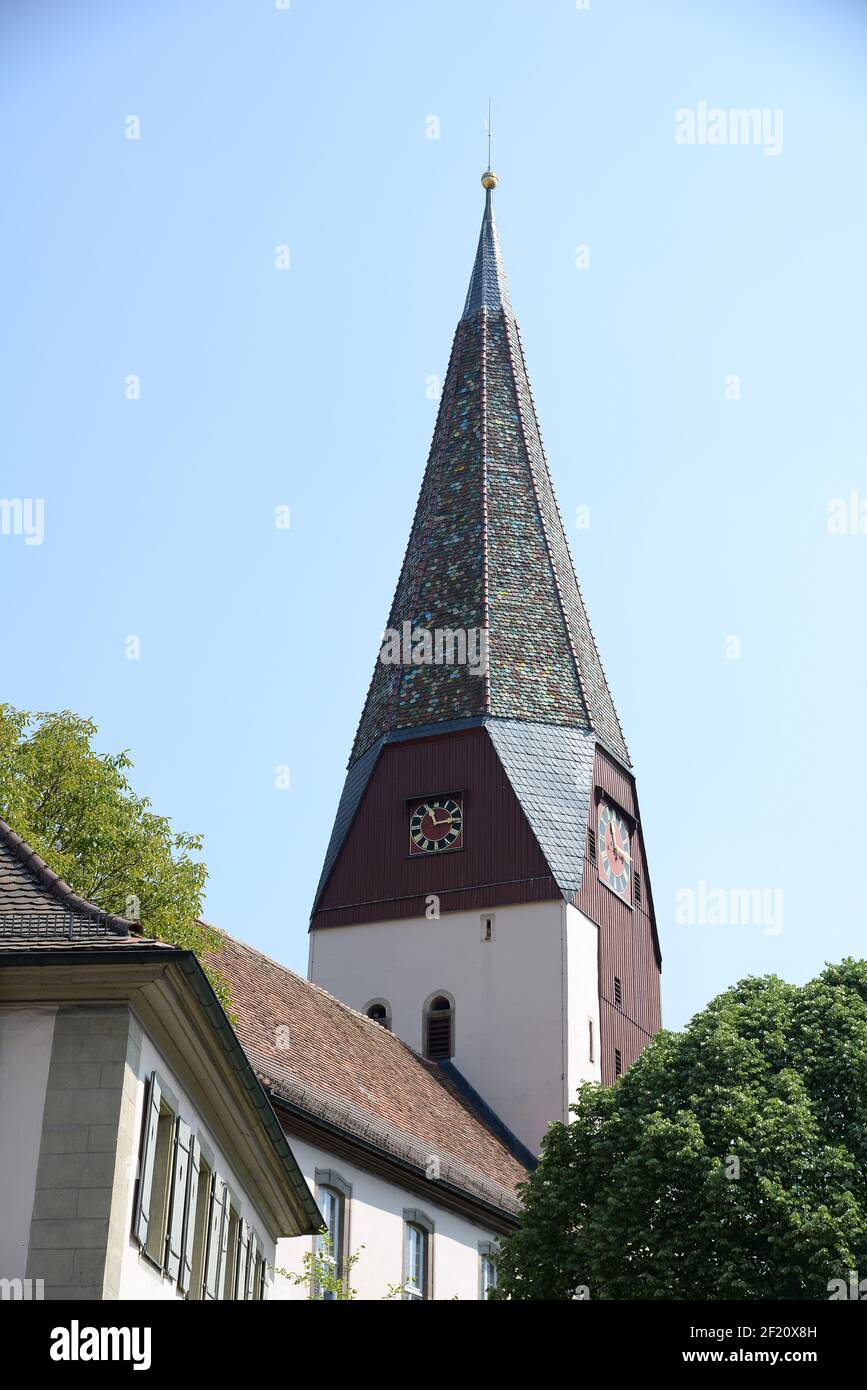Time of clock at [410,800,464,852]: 11:13
